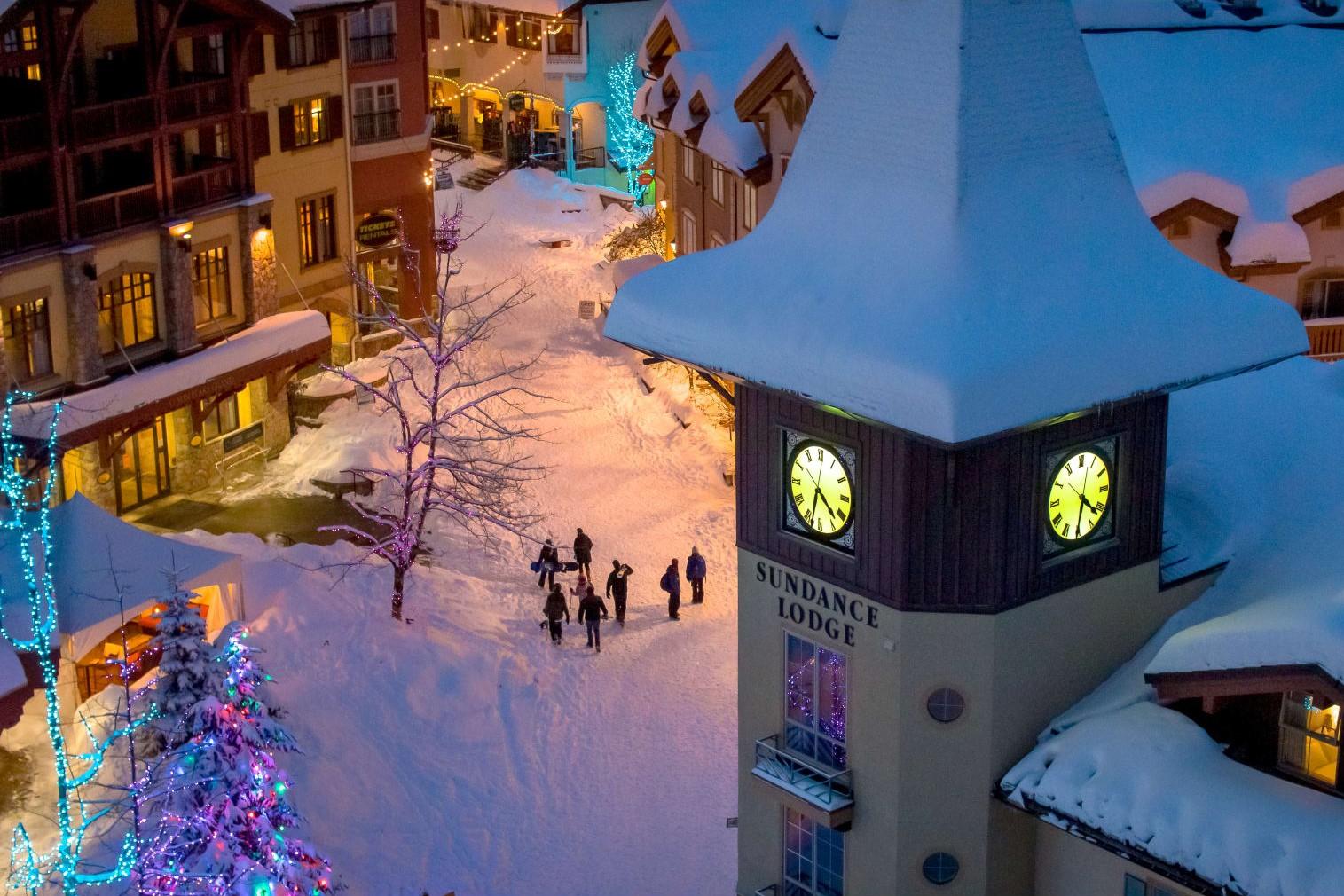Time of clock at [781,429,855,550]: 4:32
